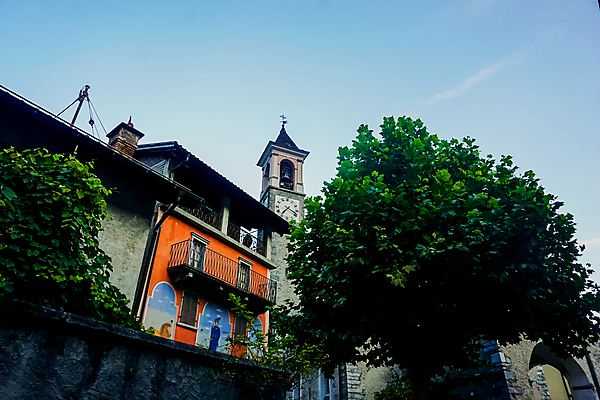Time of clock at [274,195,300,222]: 7:19
